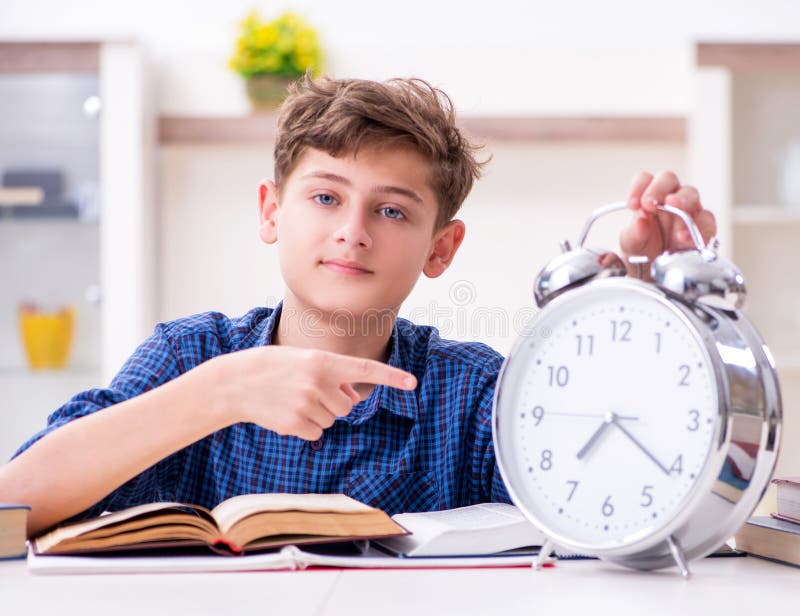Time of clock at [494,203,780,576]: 7:21
